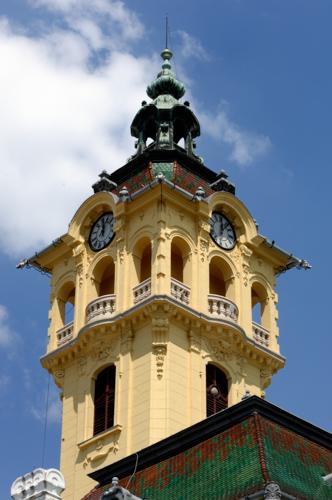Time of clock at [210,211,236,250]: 12:06
